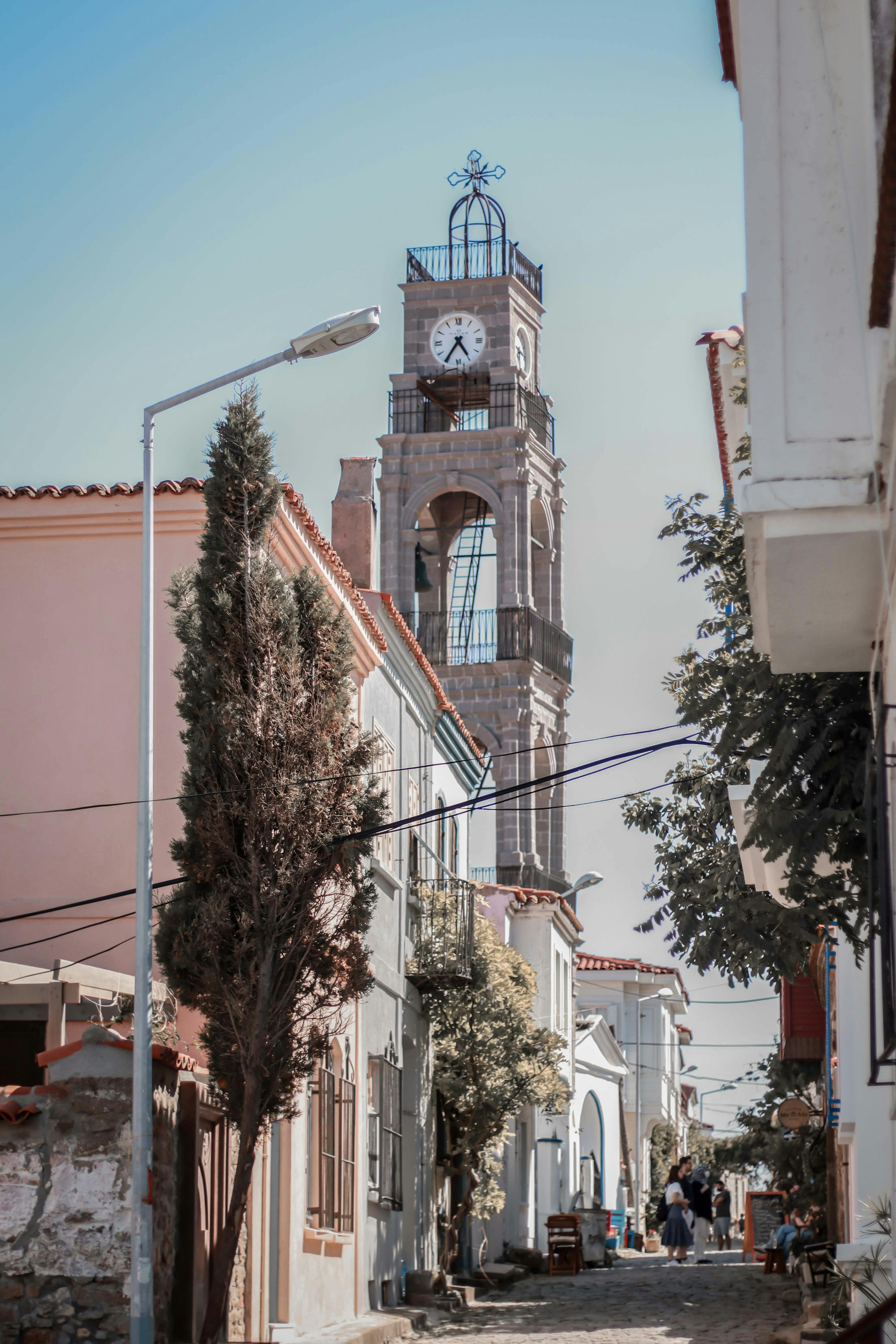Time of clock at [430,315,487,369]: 4:35
